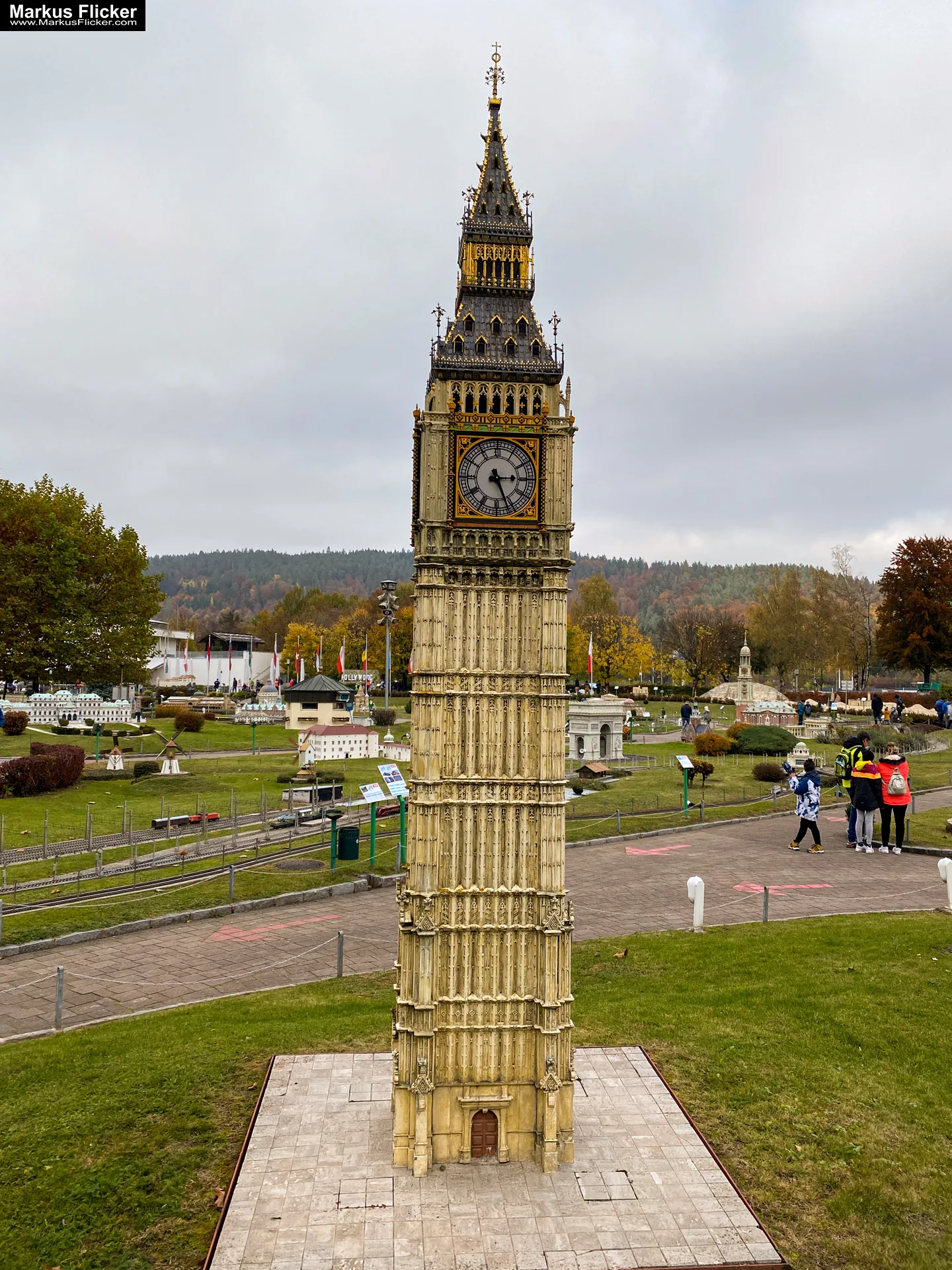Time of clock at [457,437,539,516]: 5:14
